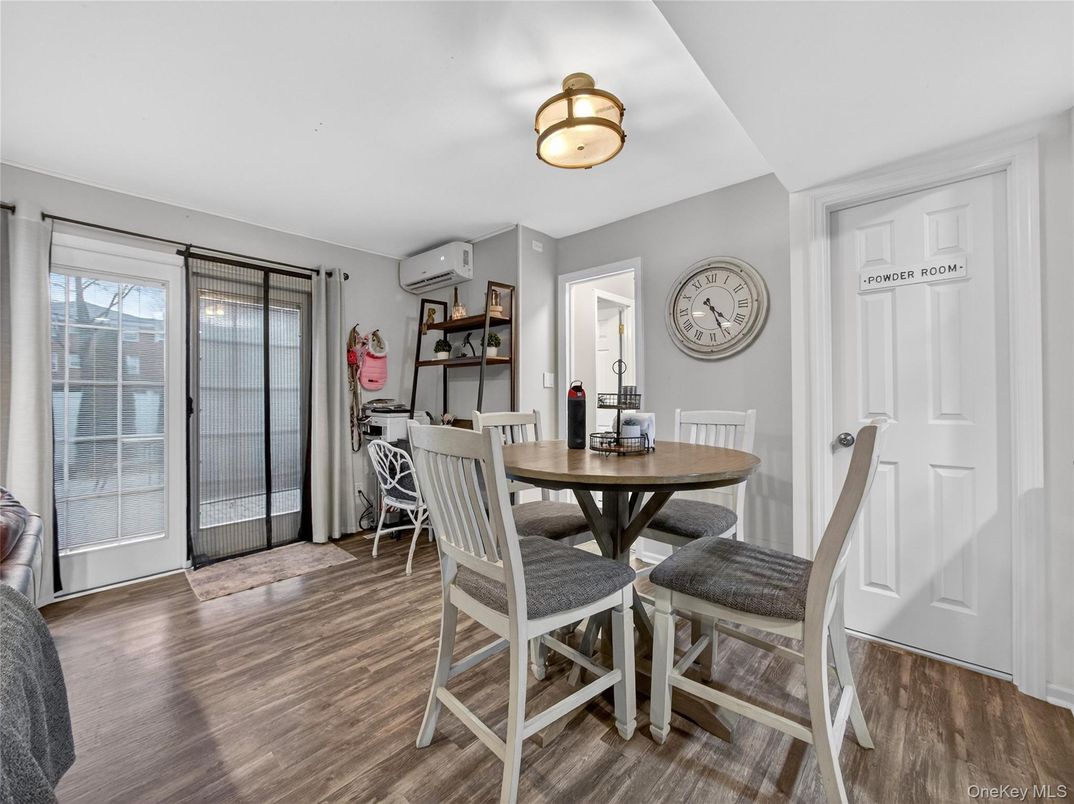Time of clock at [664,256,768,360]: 4:26
